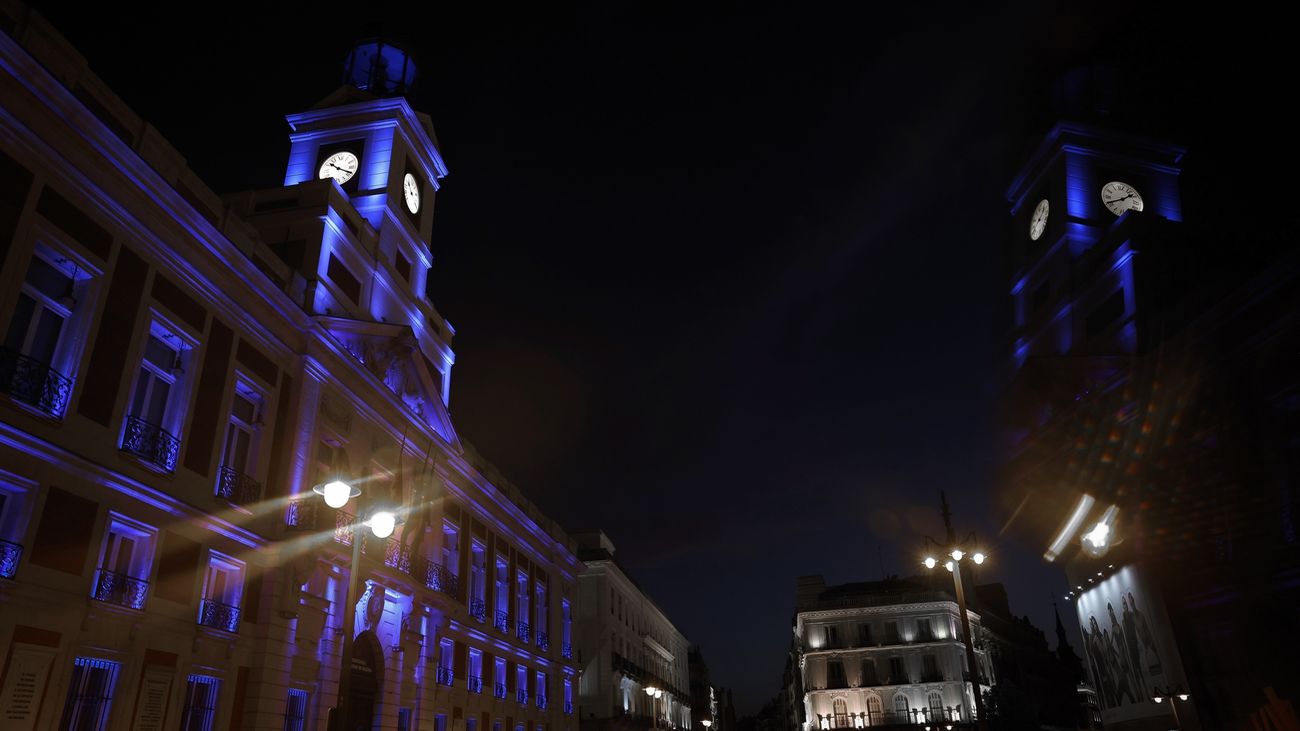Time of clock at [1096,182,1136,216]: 1:40
